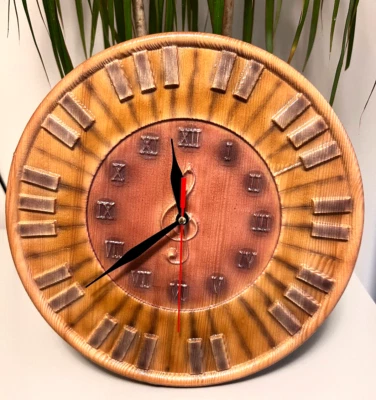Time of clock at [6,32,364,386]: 11:39
